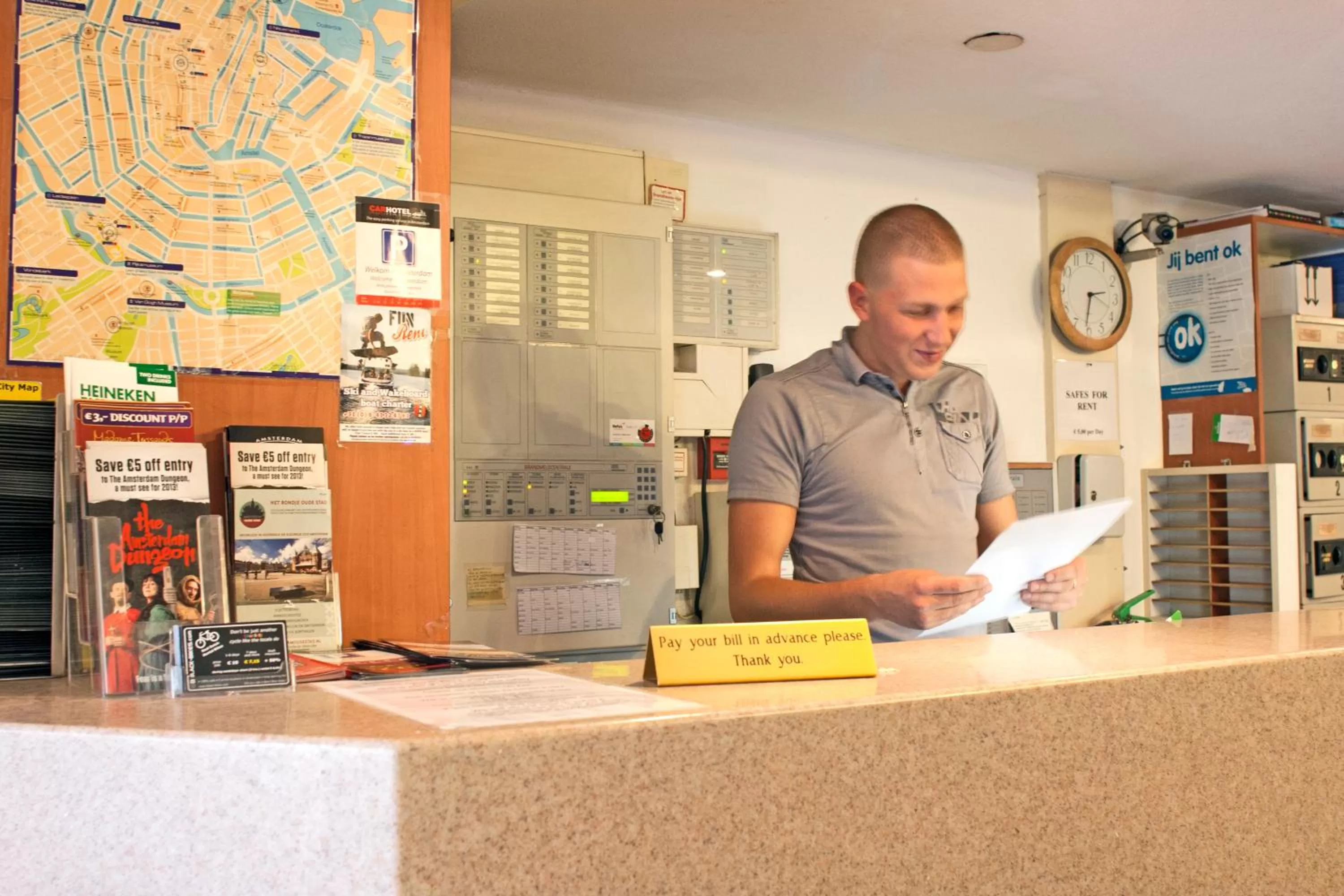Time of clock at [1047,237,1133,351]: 2:31
